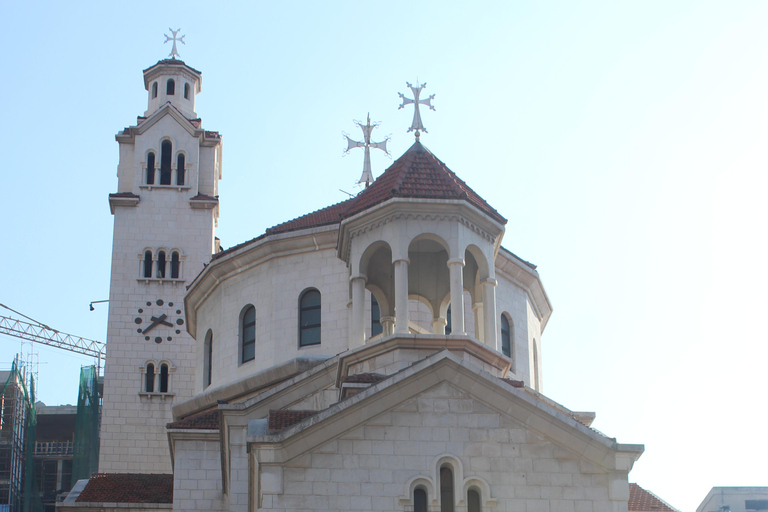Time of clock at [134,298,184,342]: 3:38
